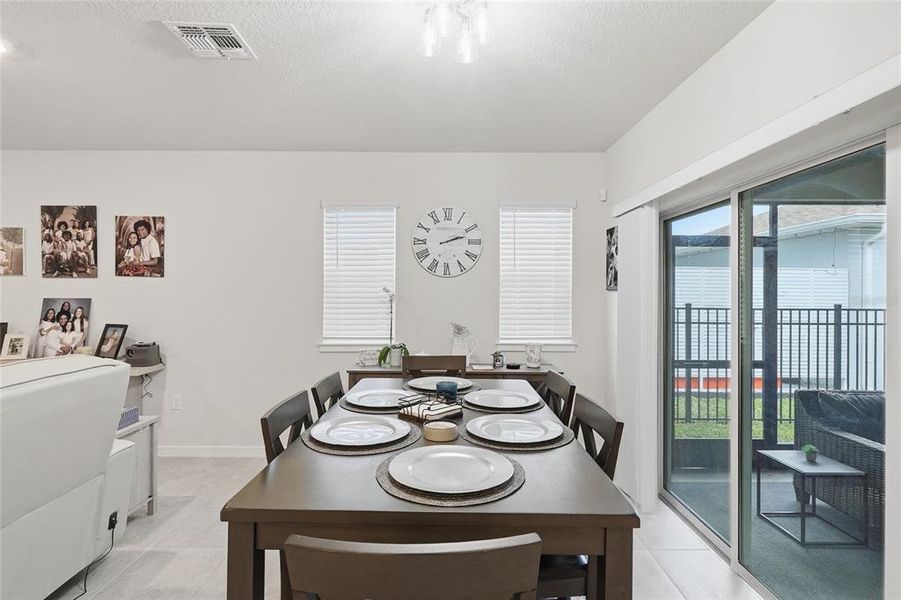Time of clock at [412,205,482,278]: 2:12
